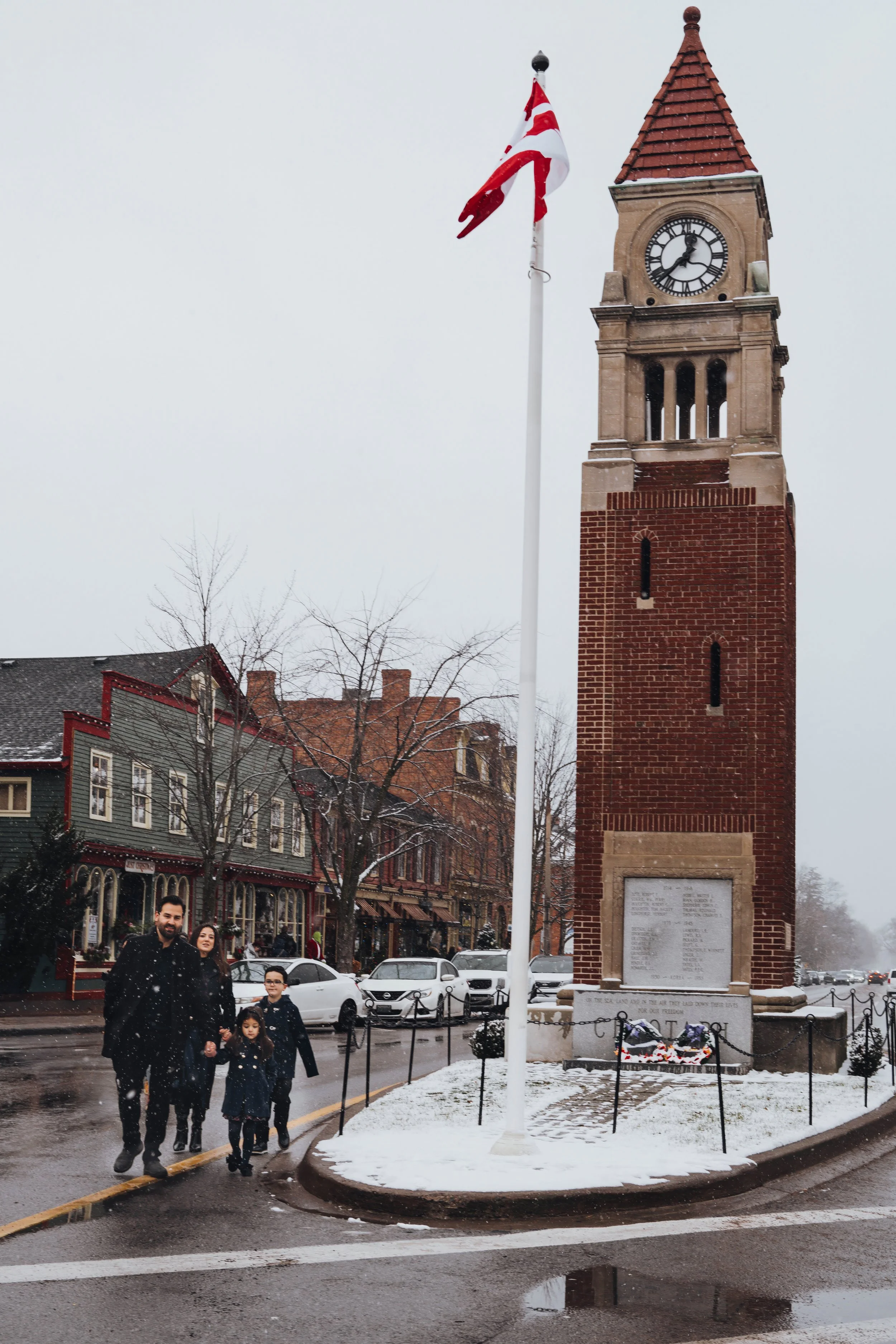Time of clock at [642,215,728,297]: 12:37
